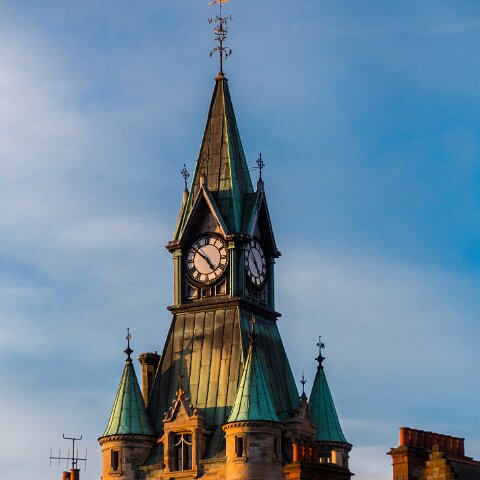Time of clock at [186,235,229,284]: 4:51
